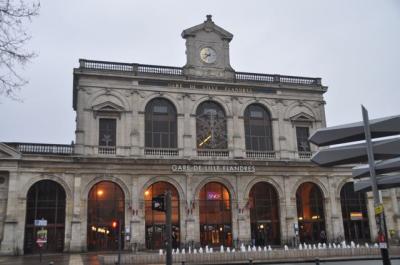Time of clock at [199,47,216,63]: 8:38
